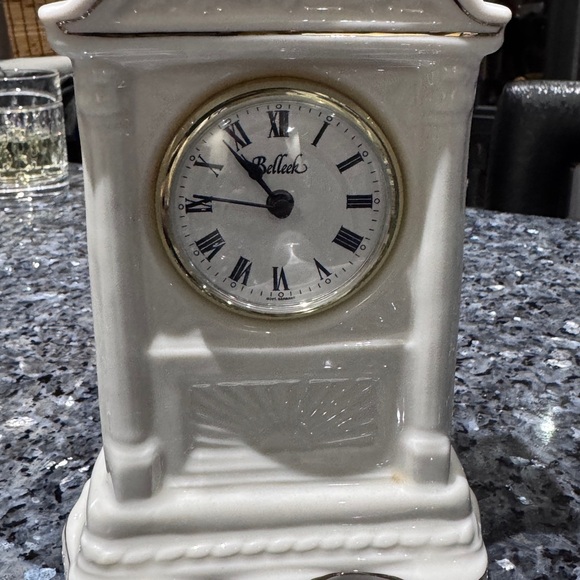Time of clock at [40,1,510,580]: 10:45
